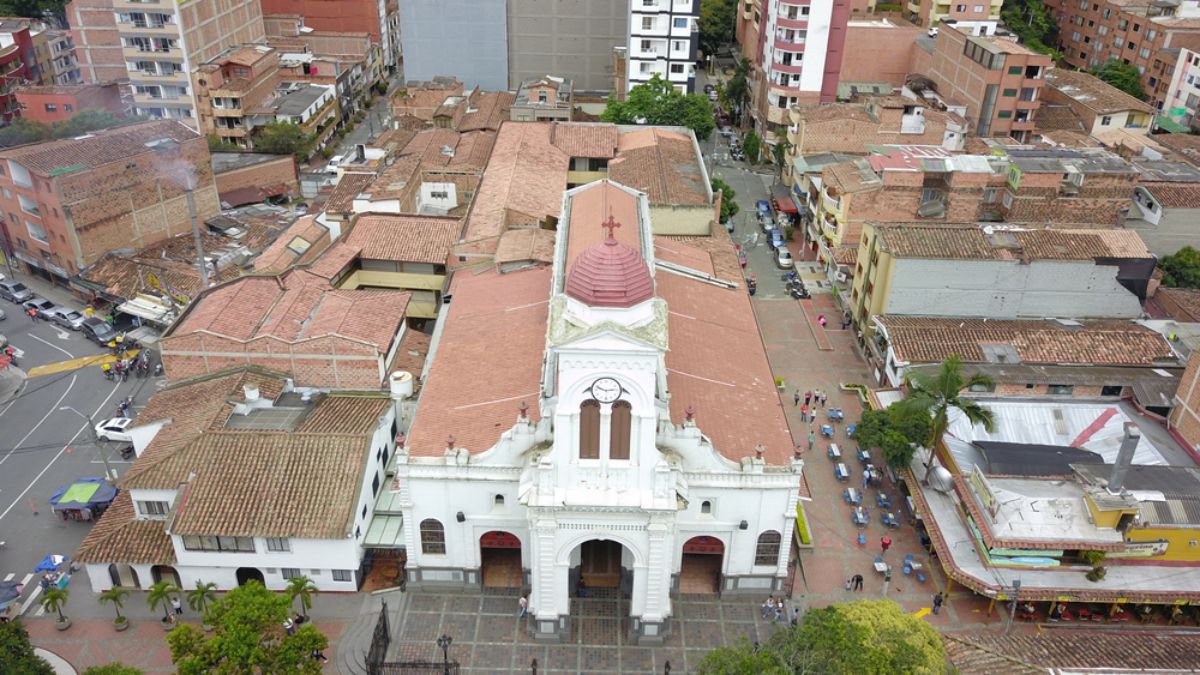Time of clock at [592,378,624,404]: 2:48
